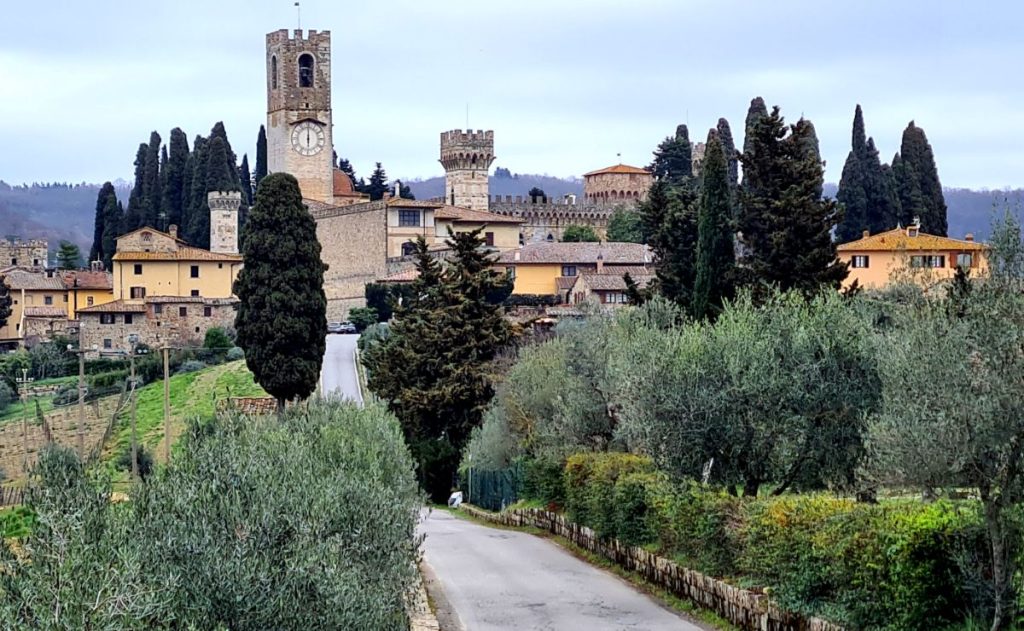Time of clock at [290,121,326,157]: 6:00
